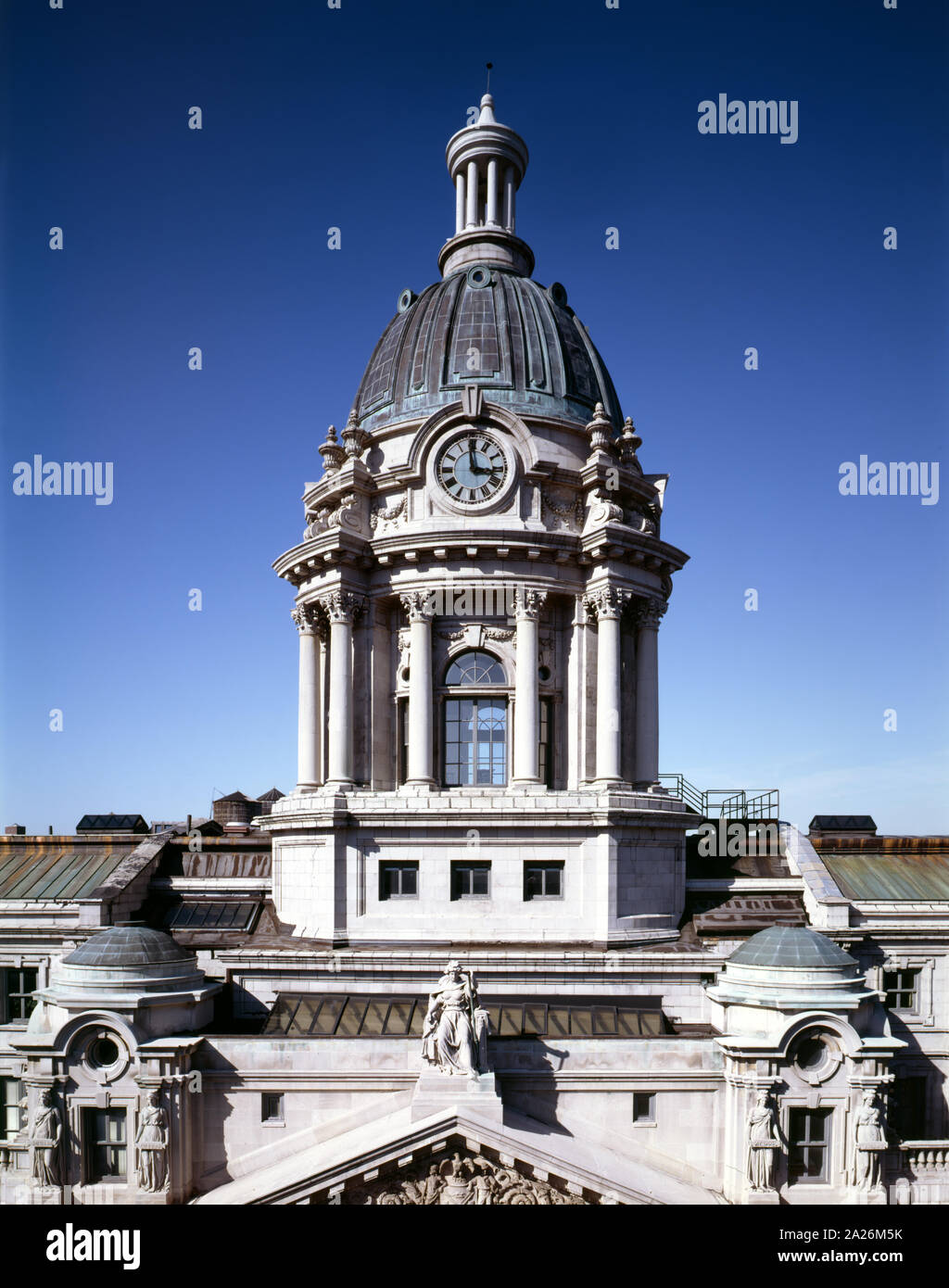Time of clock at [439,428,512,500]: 2:58
